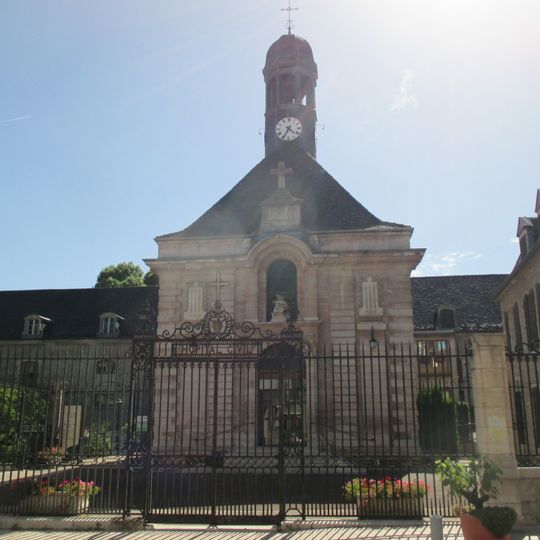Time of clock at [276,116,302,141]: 4:34
